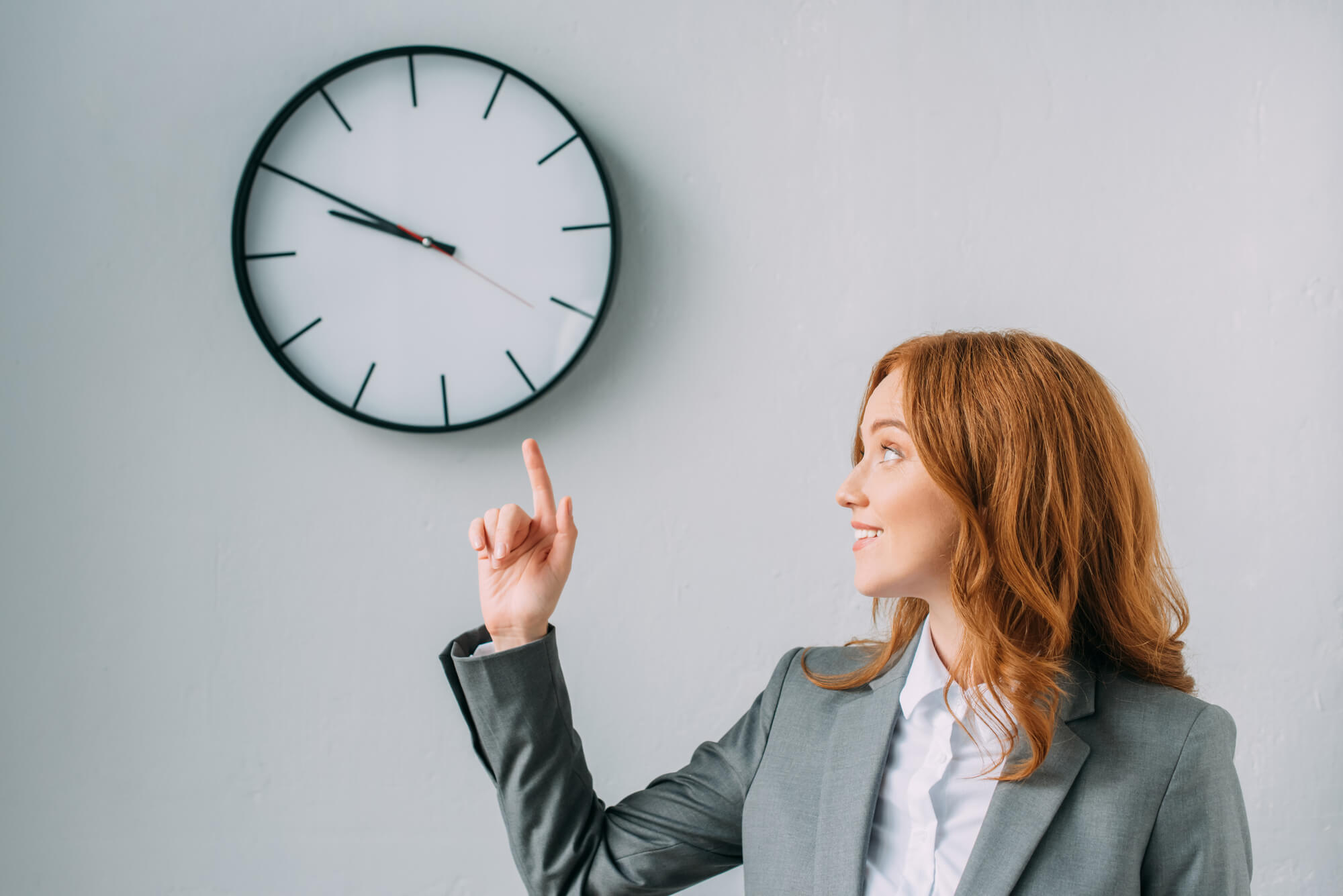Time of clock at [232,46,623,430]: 9:50
